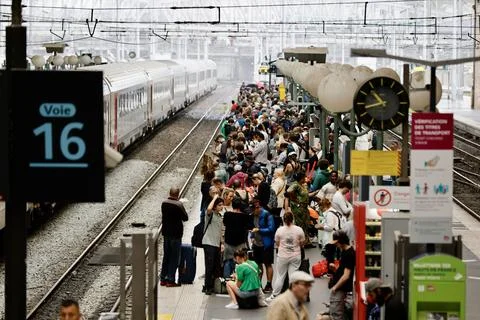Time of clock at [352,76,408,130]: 10:42
